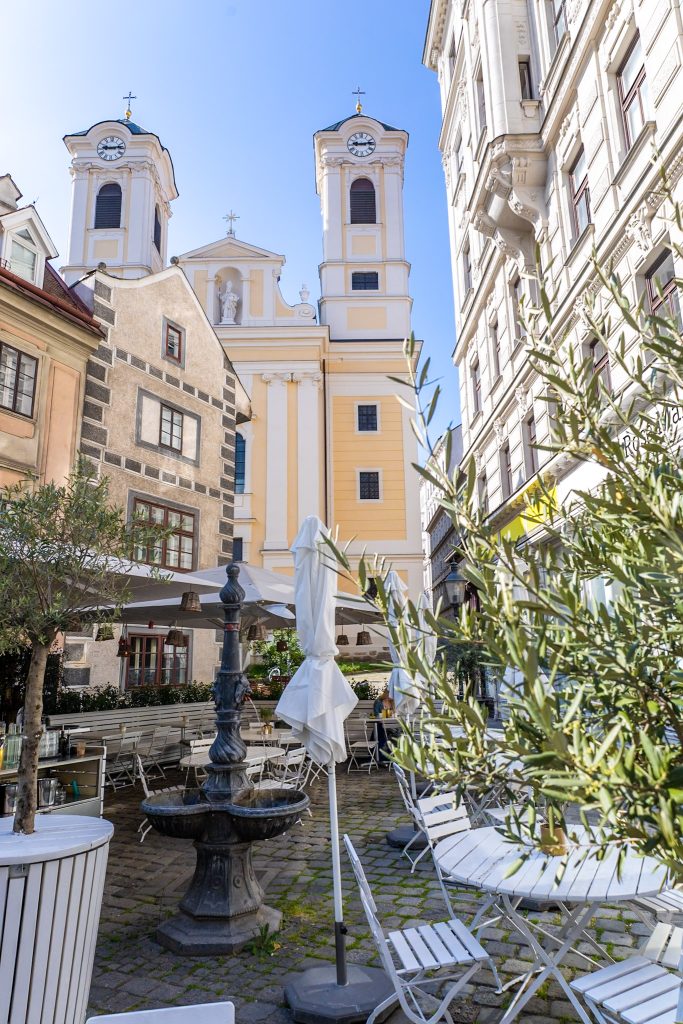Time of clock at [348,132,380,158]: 9:13
